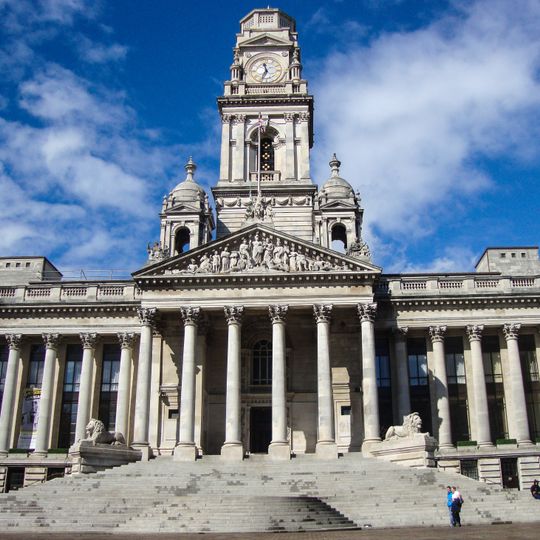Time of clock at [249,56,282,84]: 11:33
